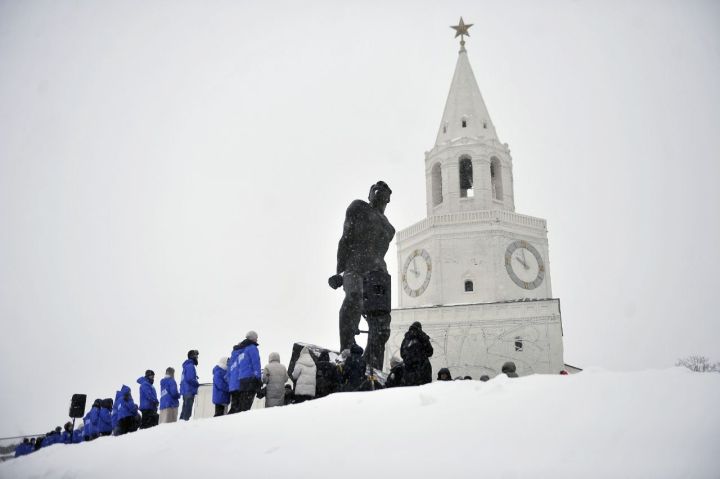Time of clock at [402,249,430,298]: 9:57
